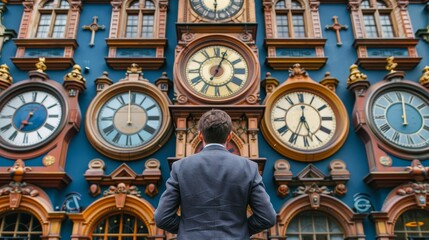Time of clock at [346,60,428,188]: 7:01
